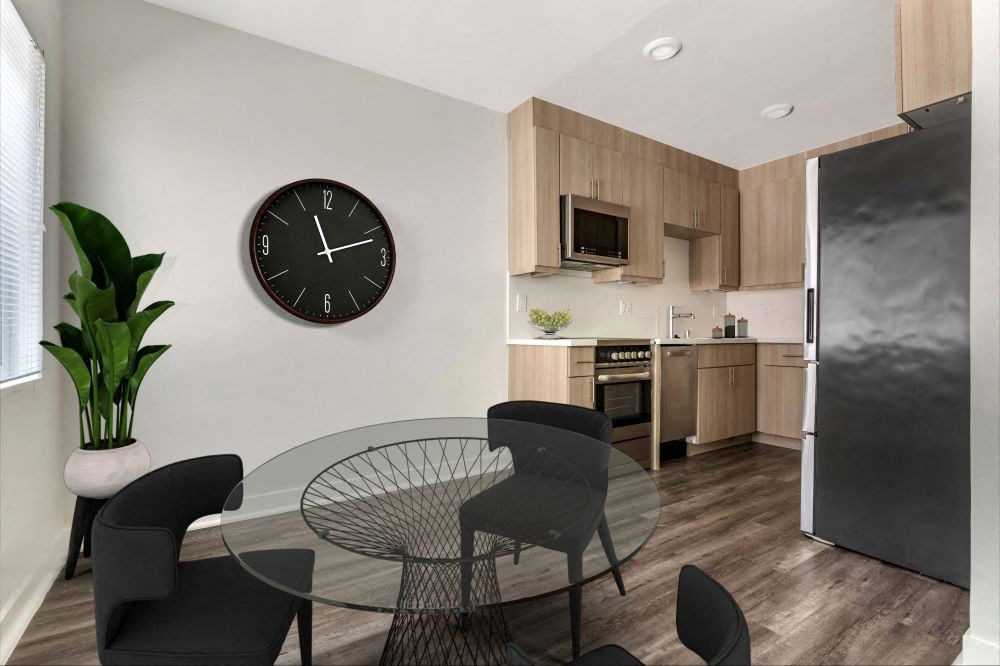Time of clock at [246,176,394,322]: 11:11
